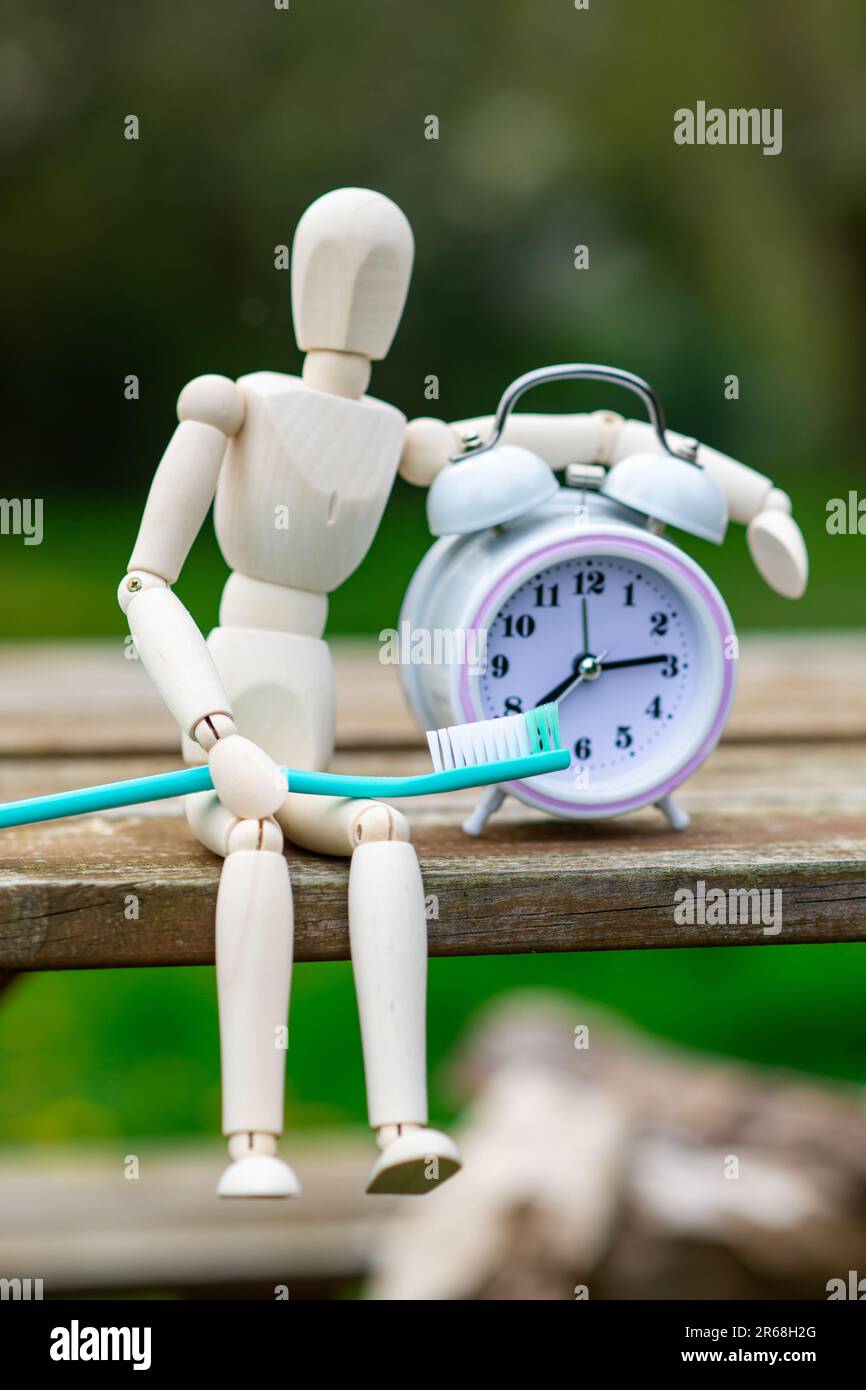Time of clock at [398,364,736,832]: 7:14
